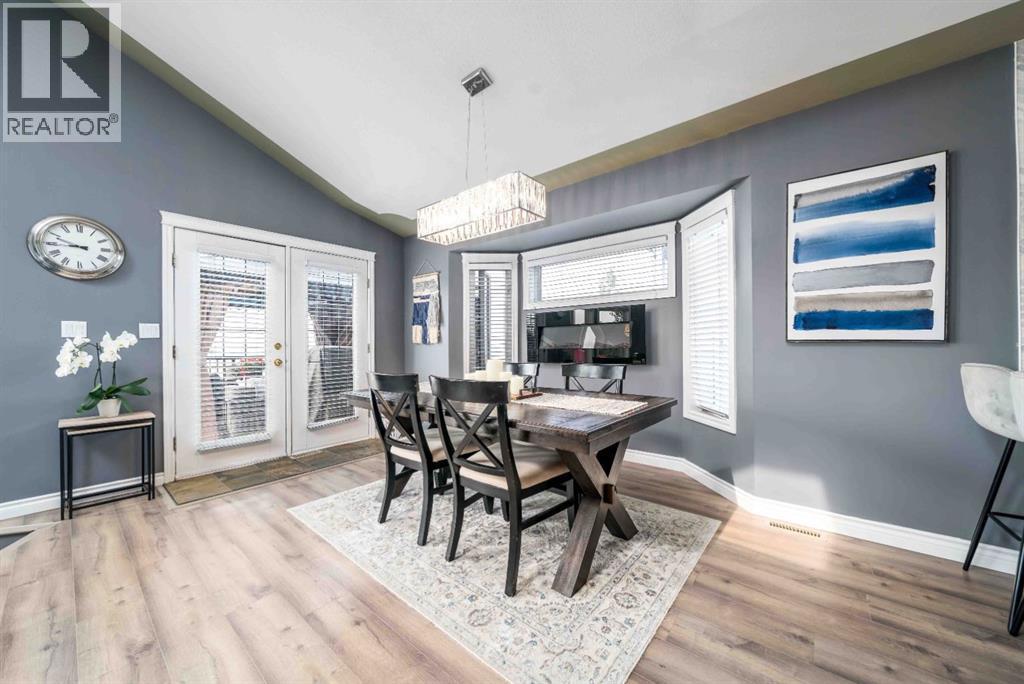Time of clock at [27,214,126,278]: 8:48
